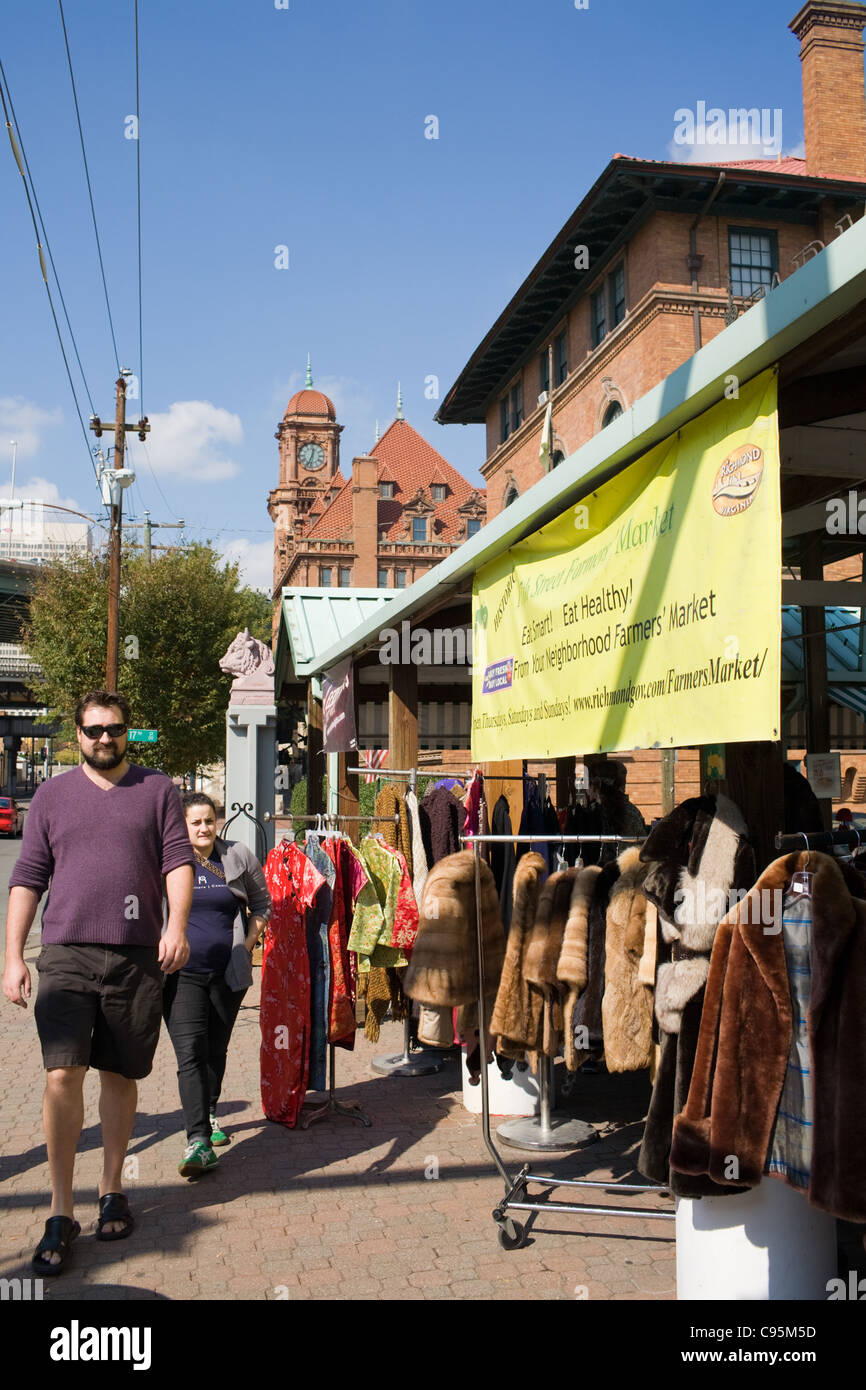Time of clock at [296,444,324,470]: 12:33
